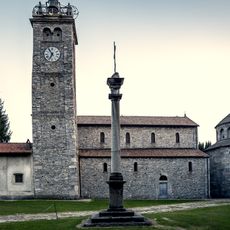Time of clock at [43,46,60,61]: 6:54
